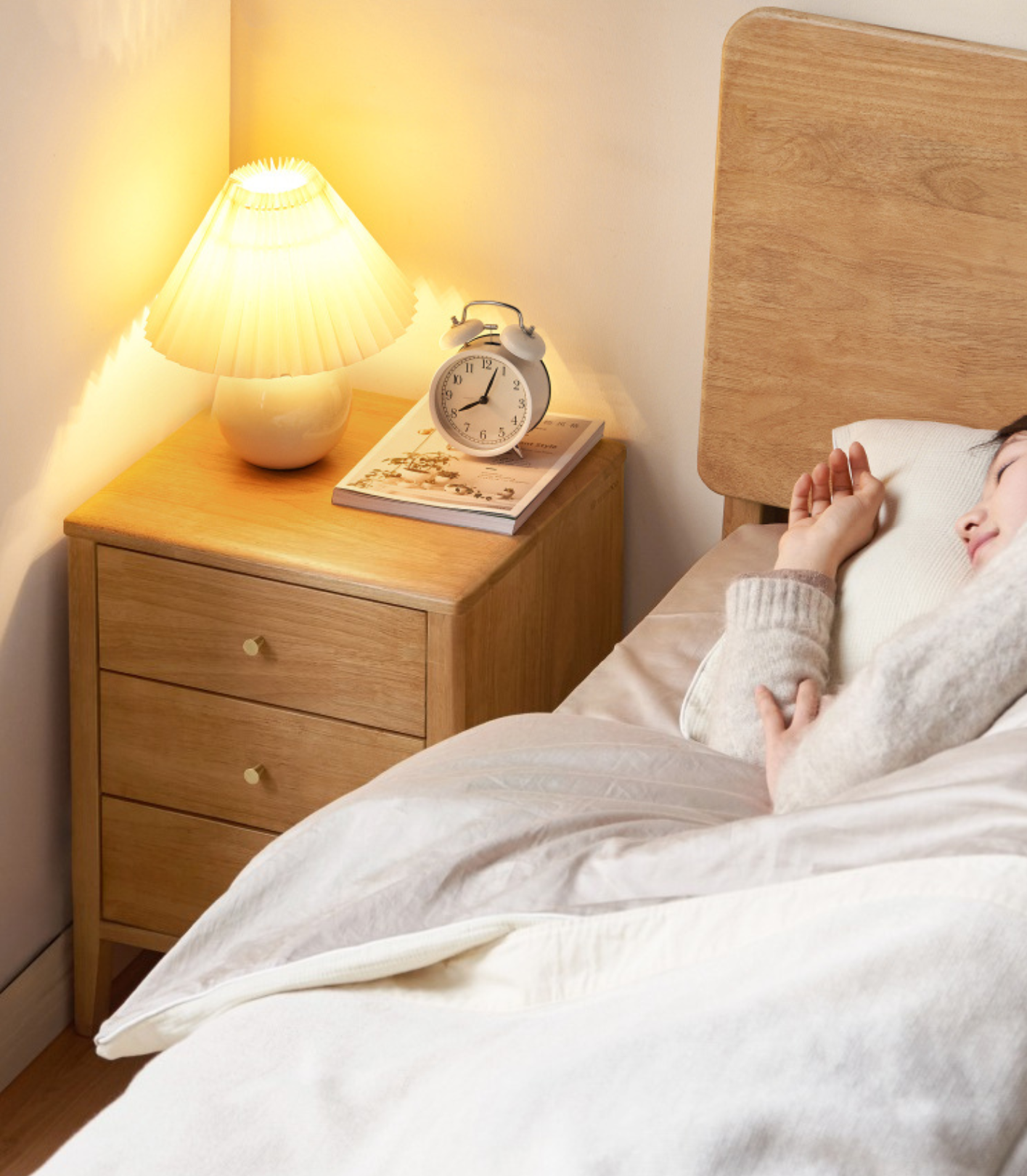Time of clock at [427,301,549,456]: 8:03
